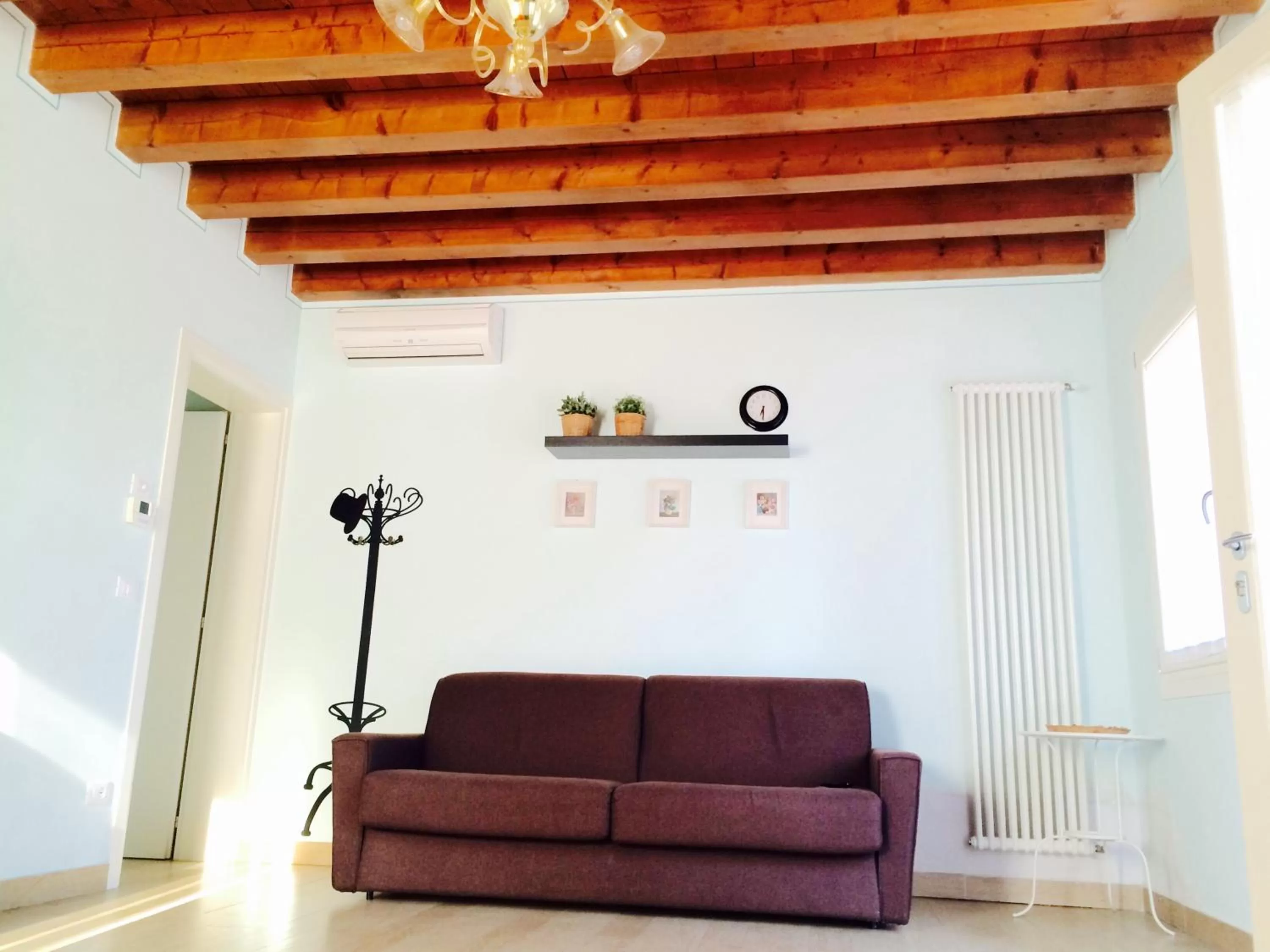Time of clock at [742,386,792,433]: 6:29
